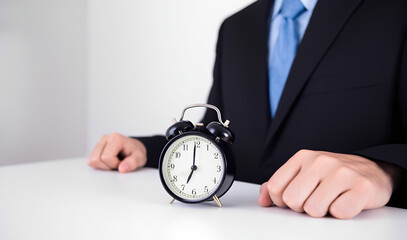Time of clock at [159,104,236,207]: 7:00
